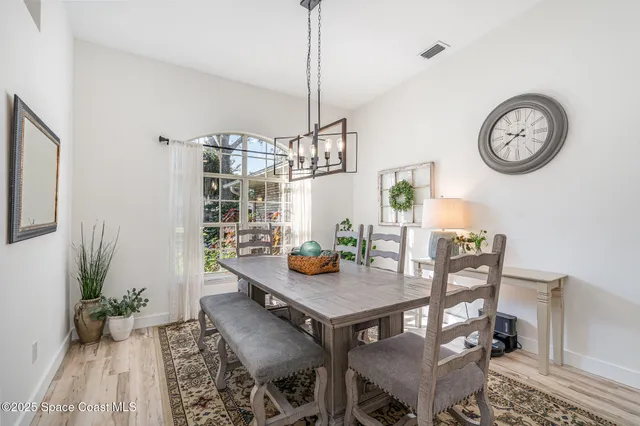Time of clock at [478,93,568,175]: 9:39
